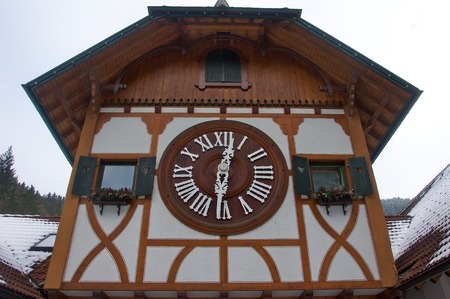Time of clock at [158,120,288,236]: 12:30
